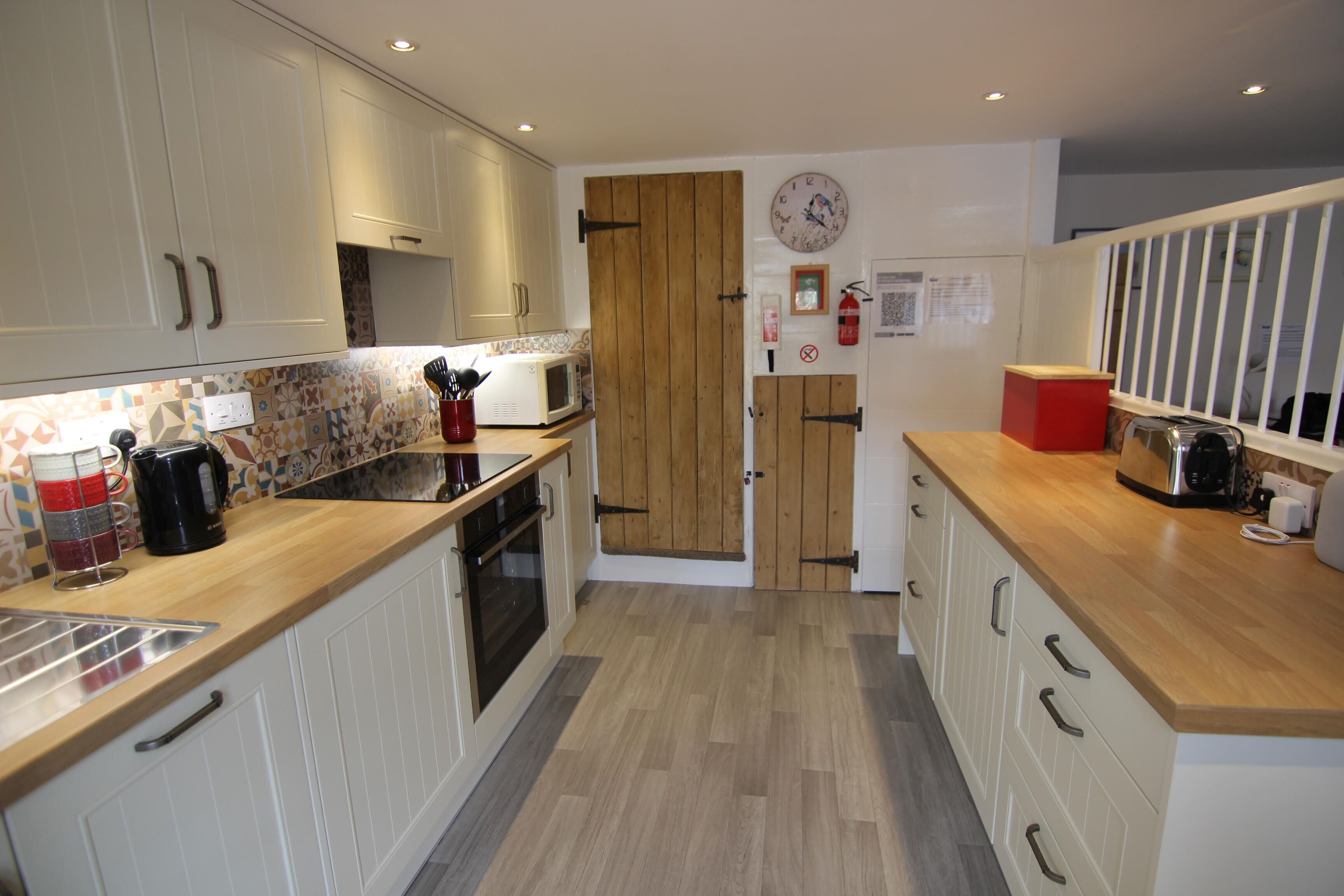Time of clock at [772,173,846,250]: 12:21
